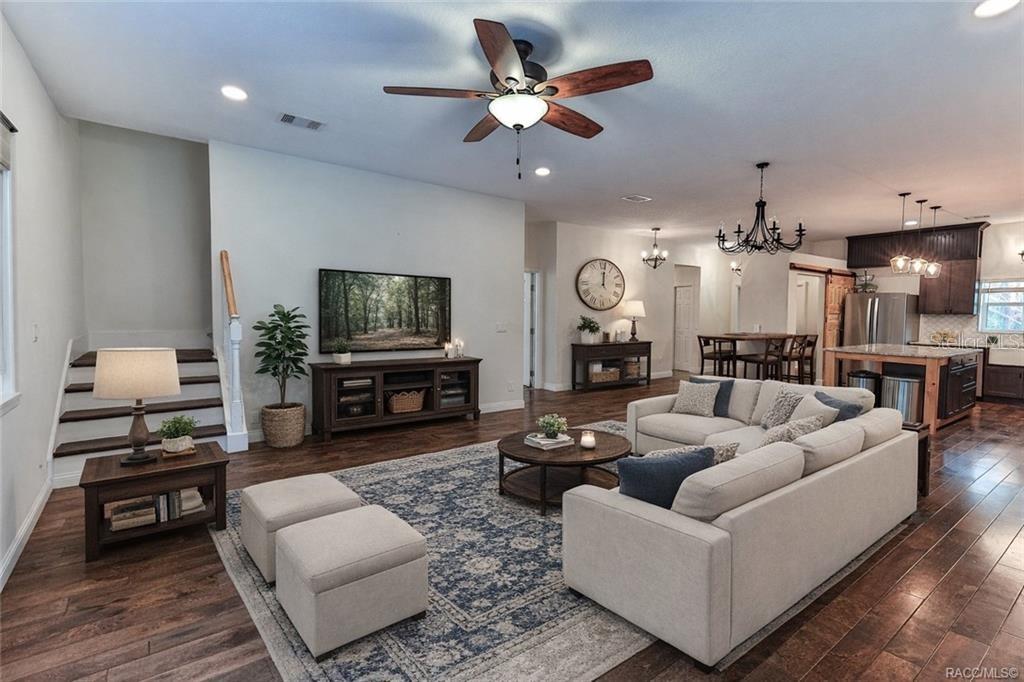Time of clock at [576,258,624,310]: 12:01
